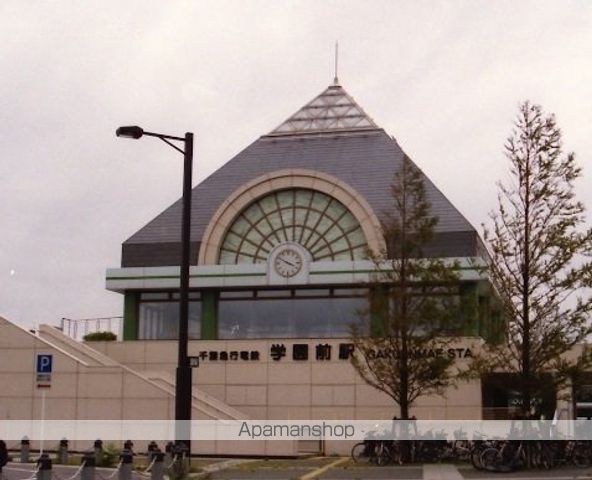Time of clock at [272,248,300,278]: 3:50
